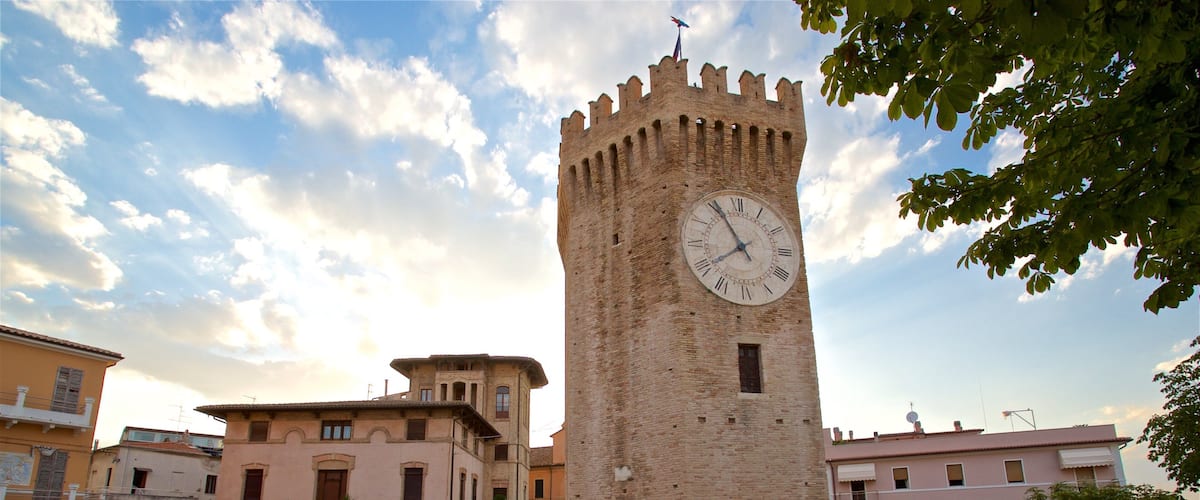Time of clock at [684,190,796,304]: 7:54
